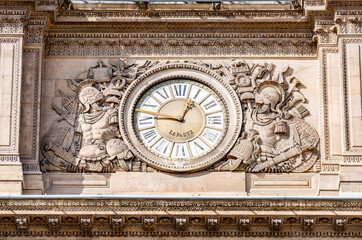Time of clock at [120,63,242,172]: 12:46
